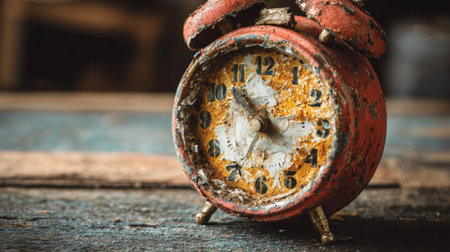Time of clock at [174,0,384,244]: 10:34
